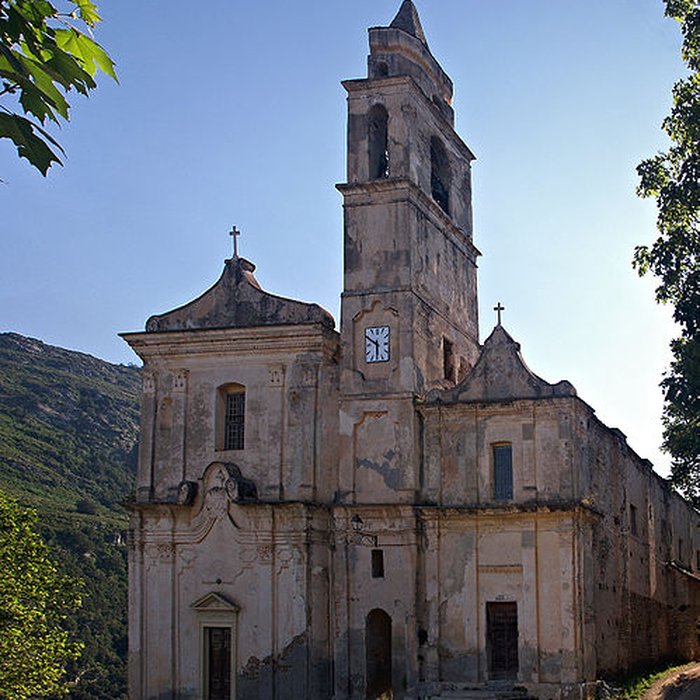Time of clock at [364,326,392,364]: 5:49
